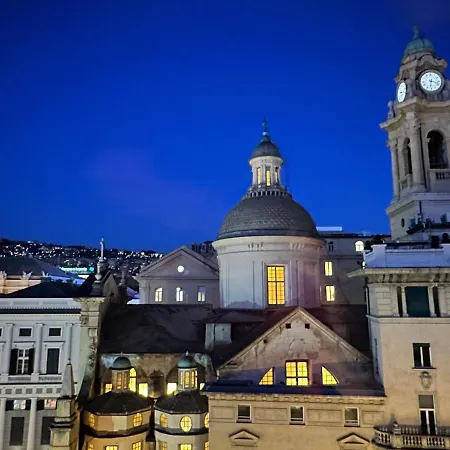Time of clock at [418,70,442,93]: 6:17
